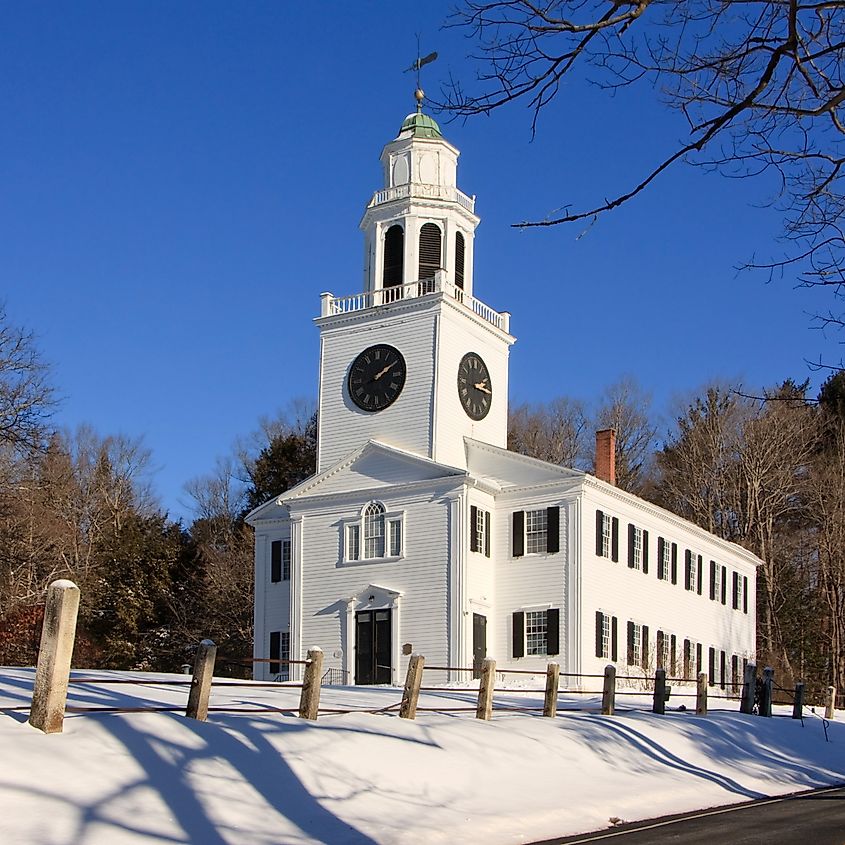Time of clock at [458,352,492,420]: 2:15
